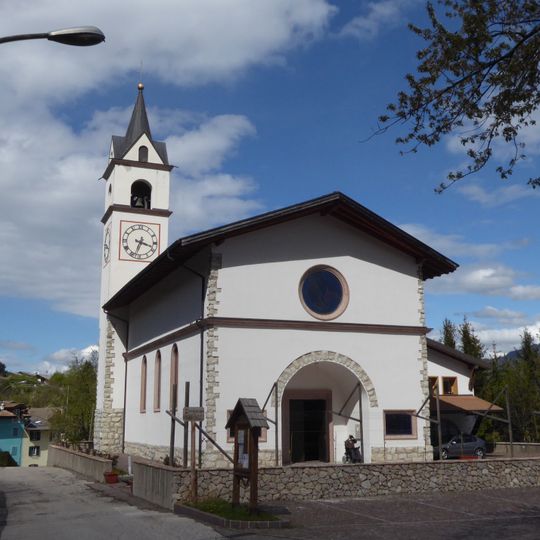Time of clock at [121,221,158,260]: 3:33
